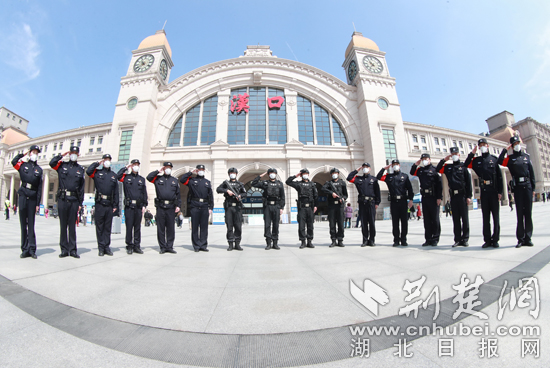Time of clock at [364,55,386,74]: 10:36
